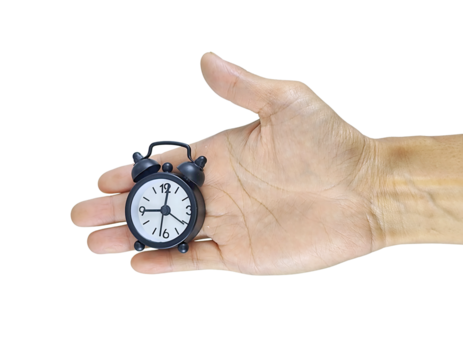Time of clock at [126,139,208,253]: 9:01
